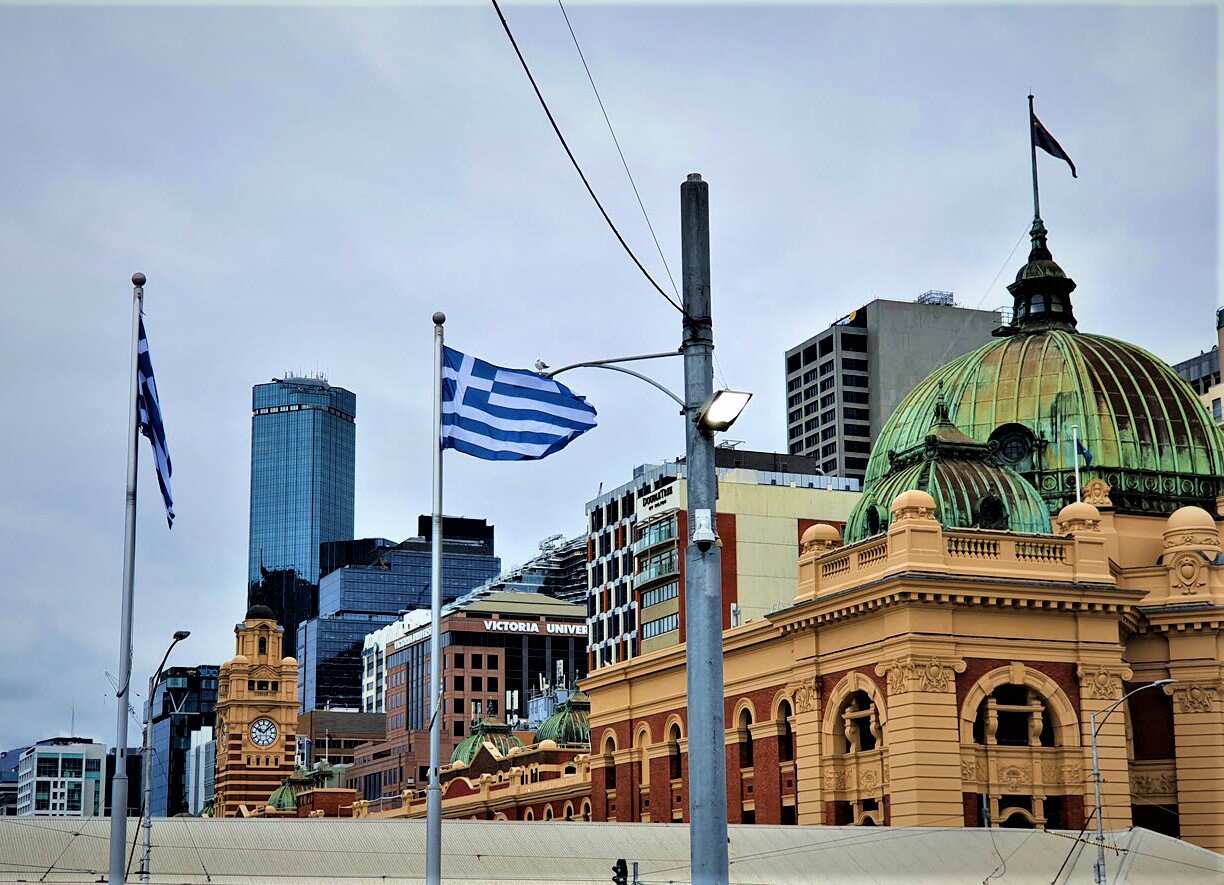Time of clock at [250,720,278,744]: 10:07
